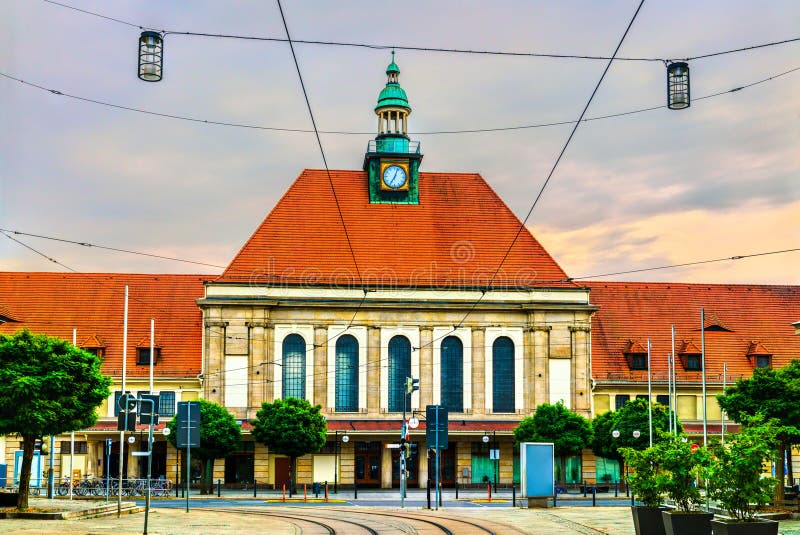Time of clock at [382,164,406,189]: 7:03
